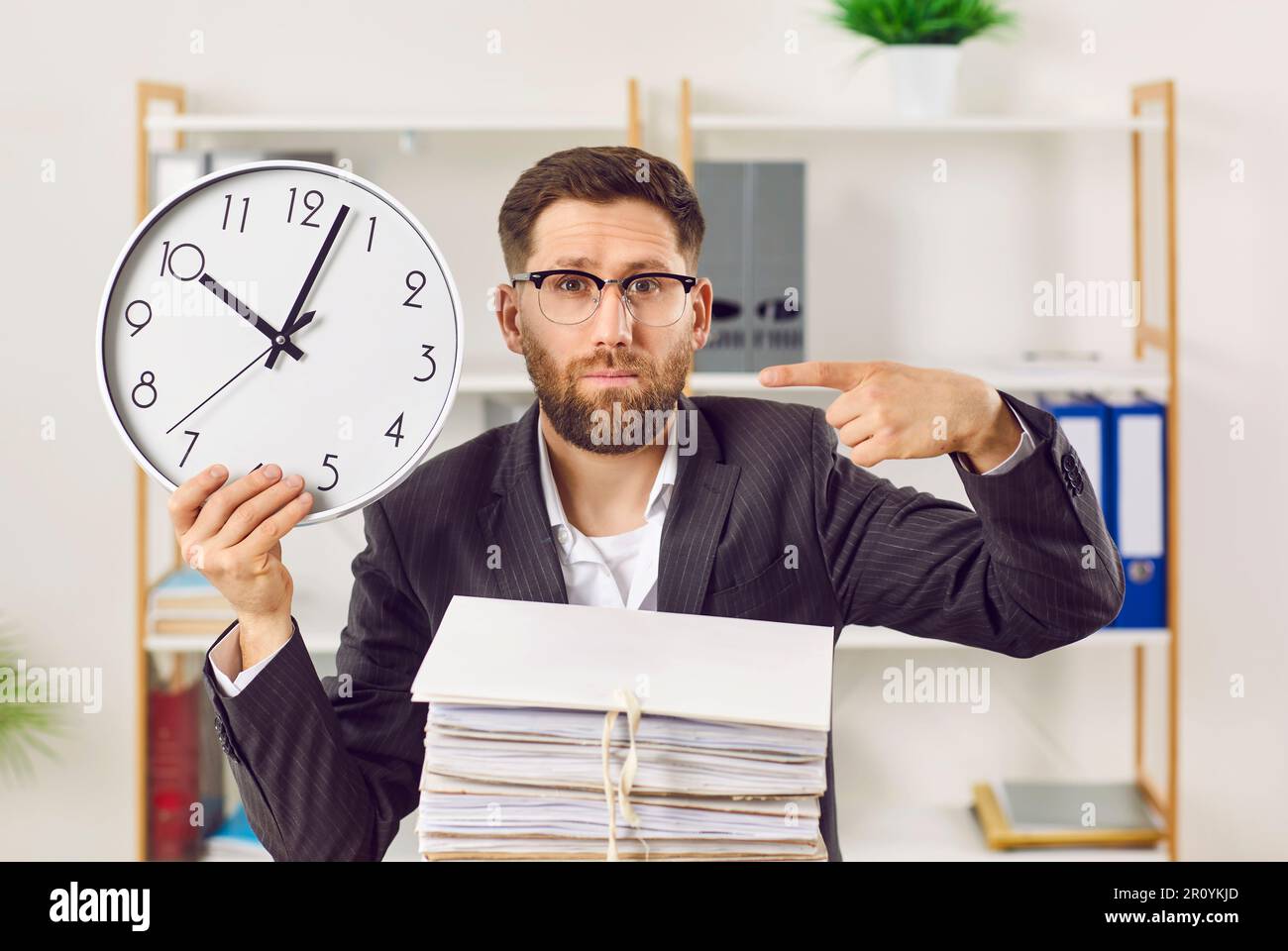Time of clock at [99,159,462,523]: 10:02
